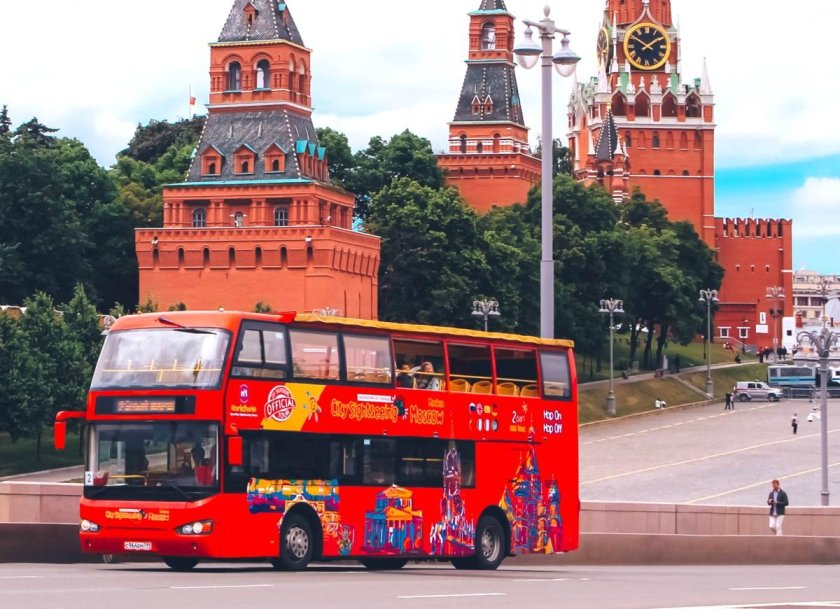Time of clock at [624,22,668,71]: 1:50
